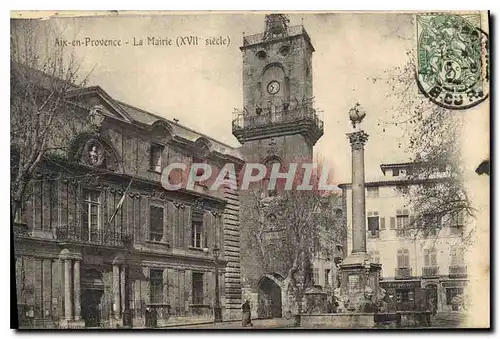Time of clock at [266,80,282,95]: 10:36
